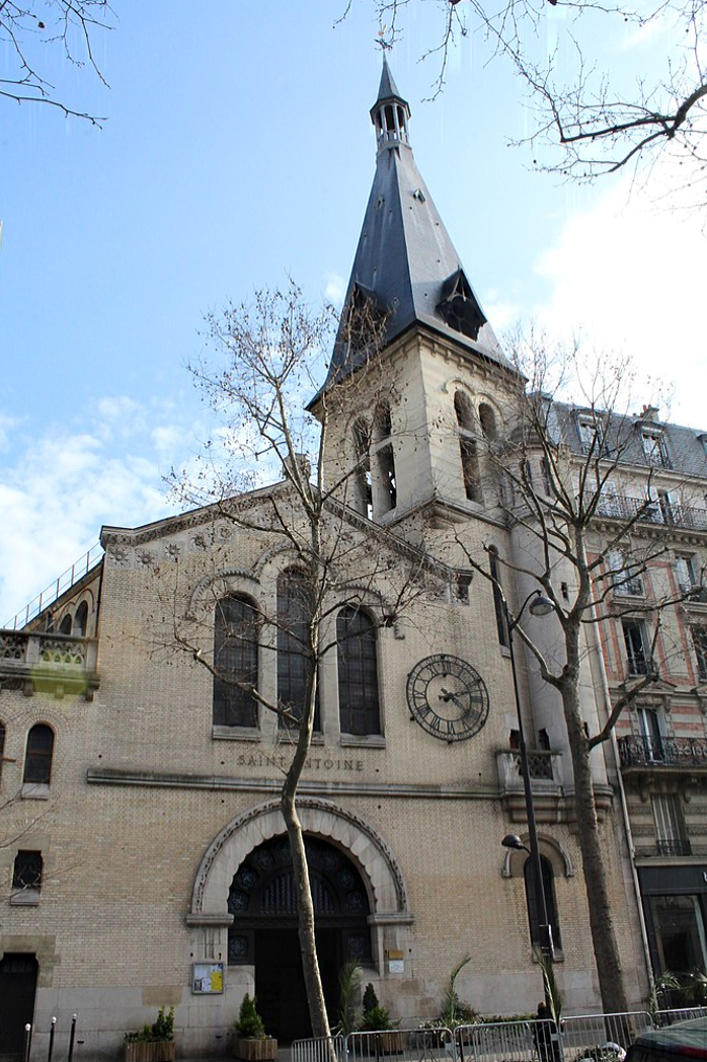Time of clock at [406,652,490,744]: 4:12
